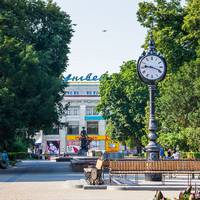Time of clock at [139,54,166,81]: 9:18
